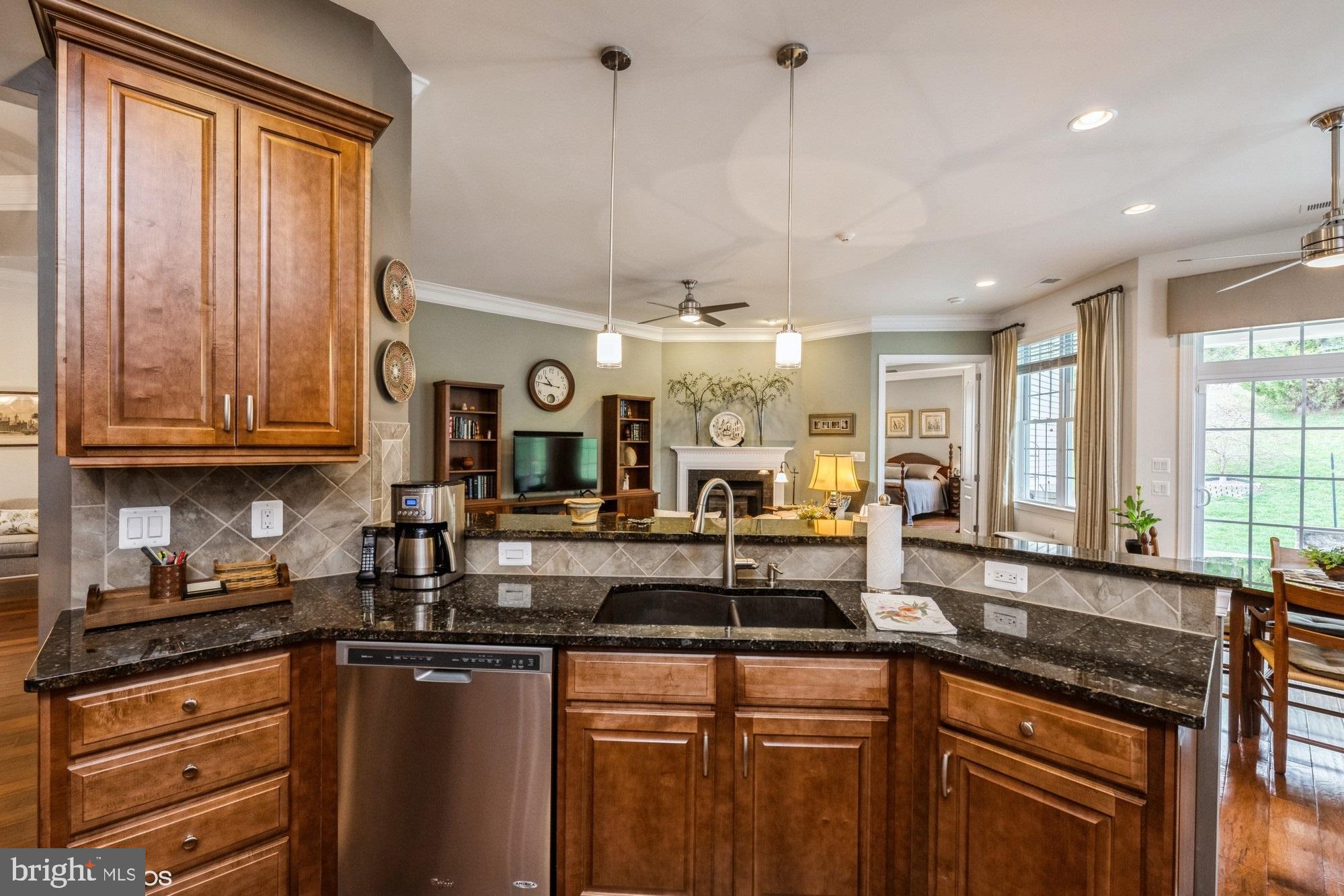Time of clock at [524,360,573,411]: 10:46
